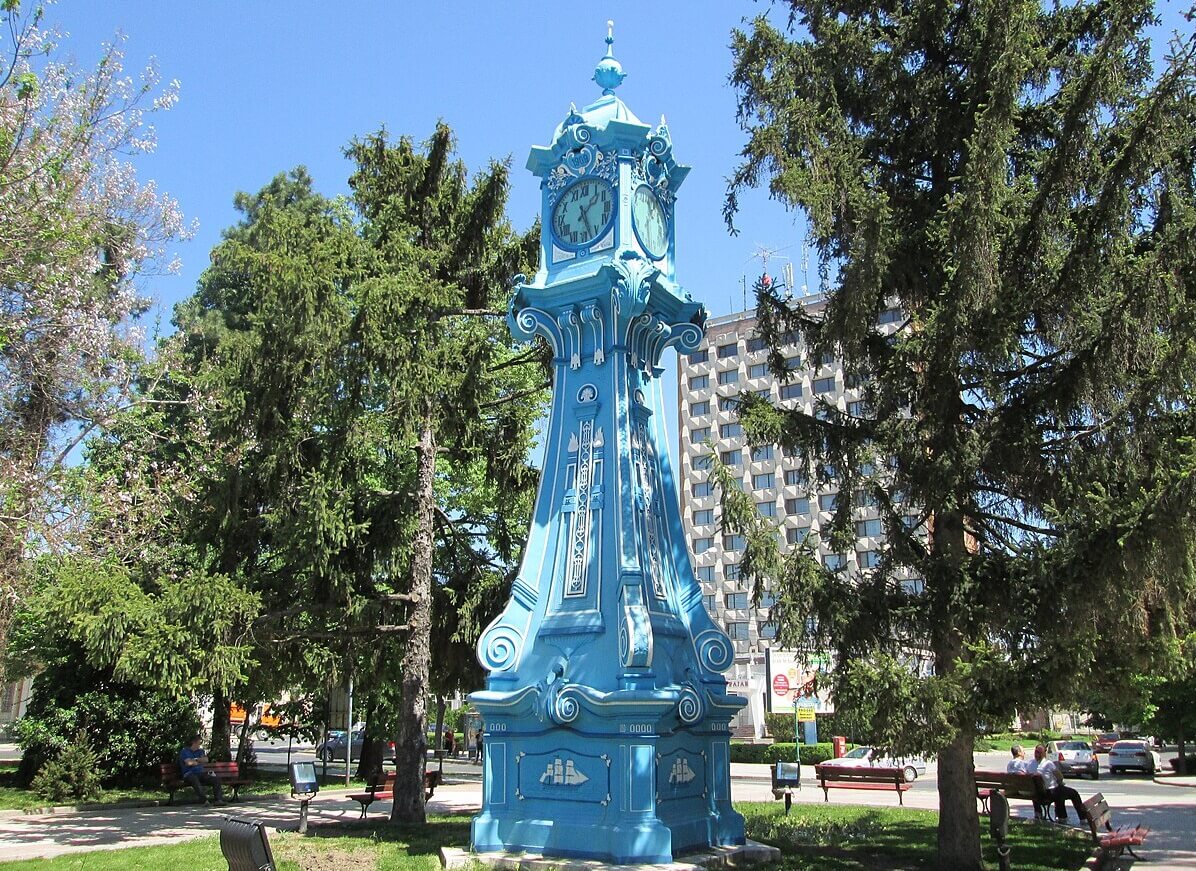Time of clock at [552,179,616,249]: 1:26
